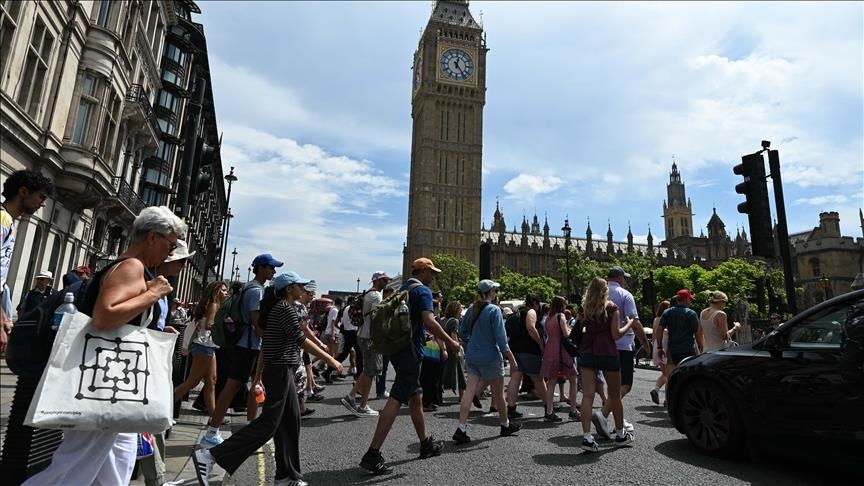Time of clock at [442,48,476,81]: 12:23
